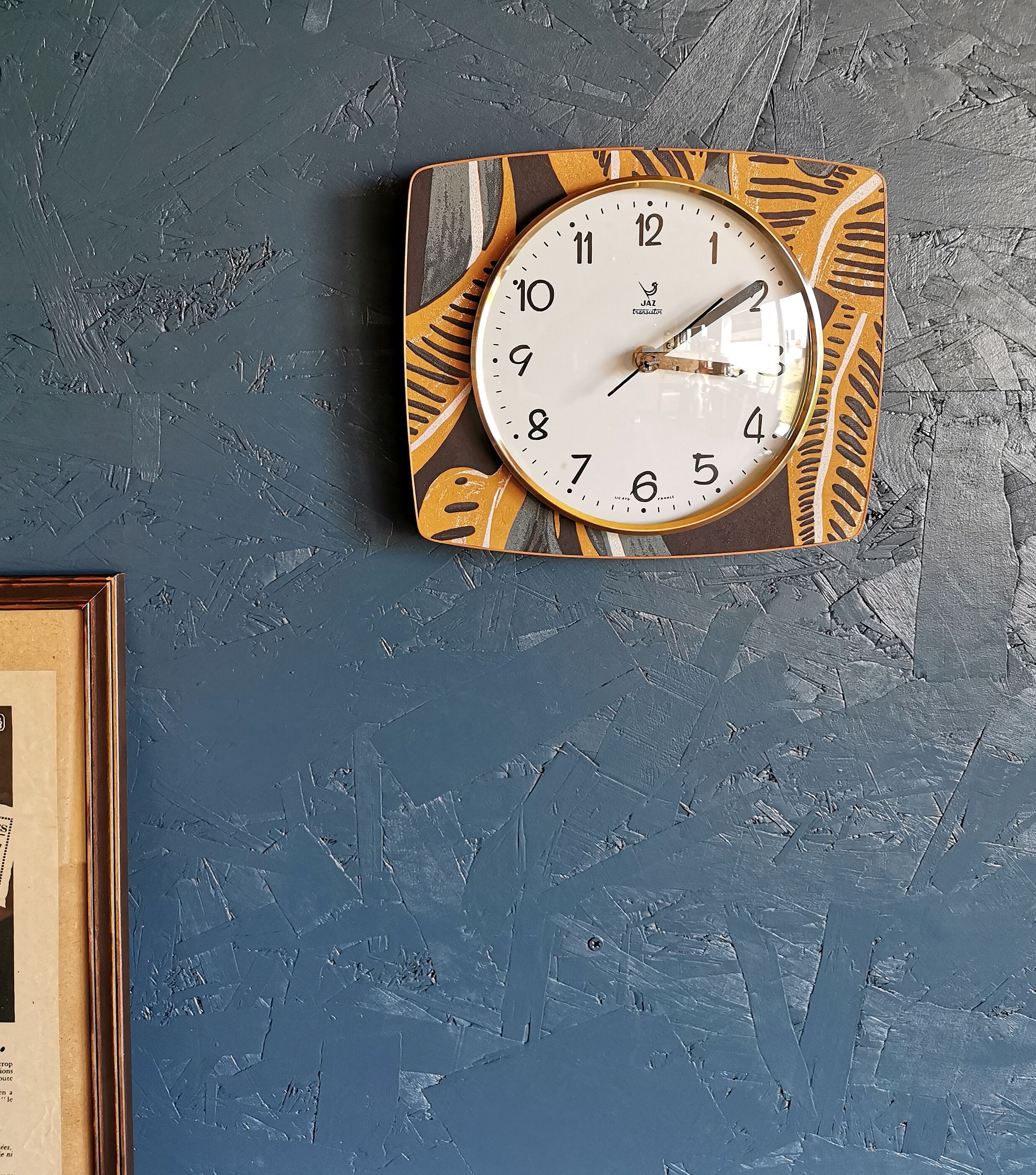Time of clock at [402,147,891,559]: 3:09
